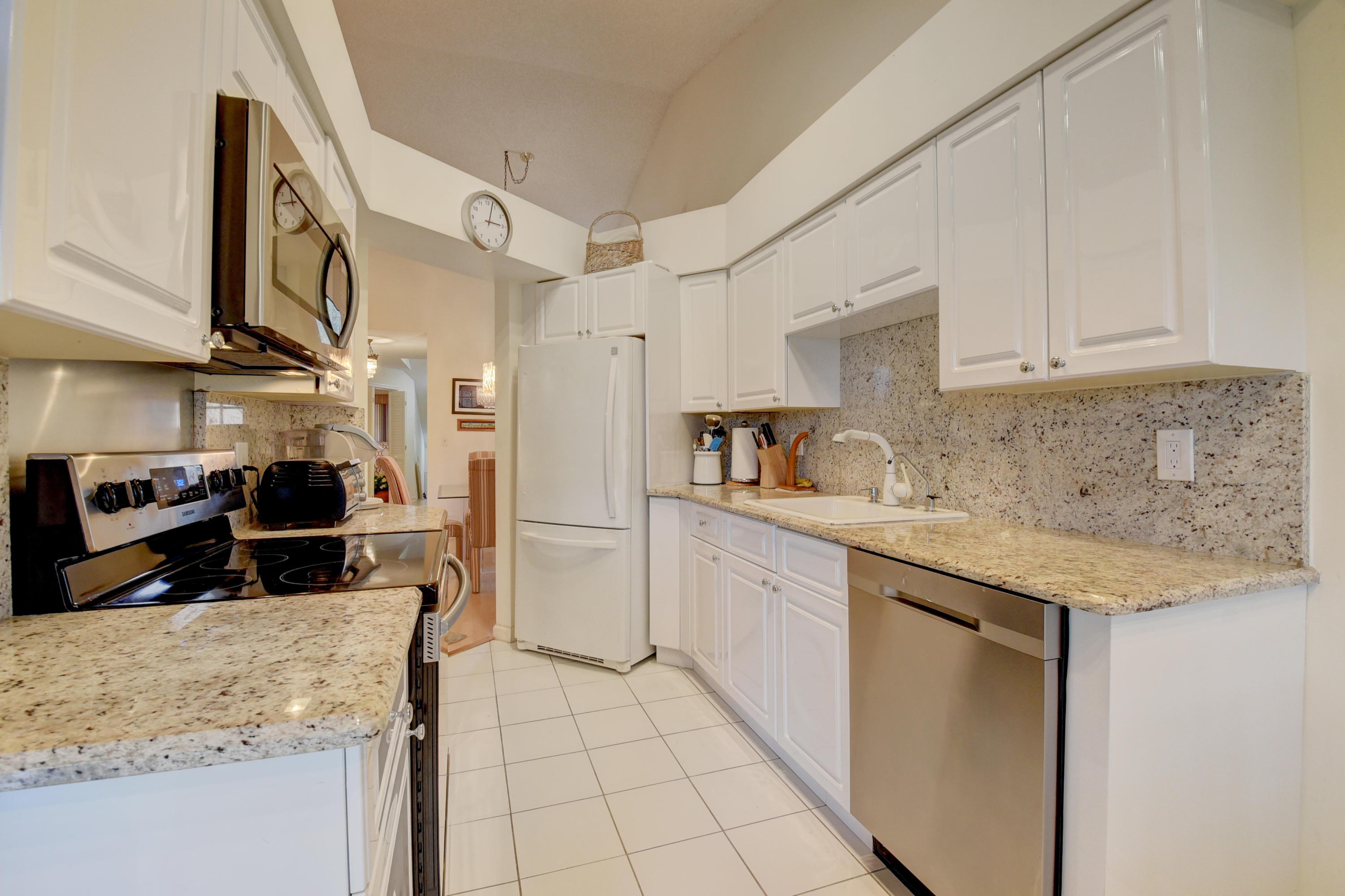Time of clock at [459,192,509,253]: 3:02
